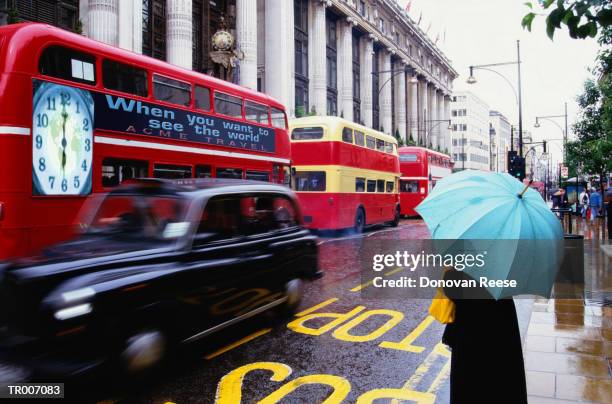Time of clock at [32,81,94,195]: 6:00
